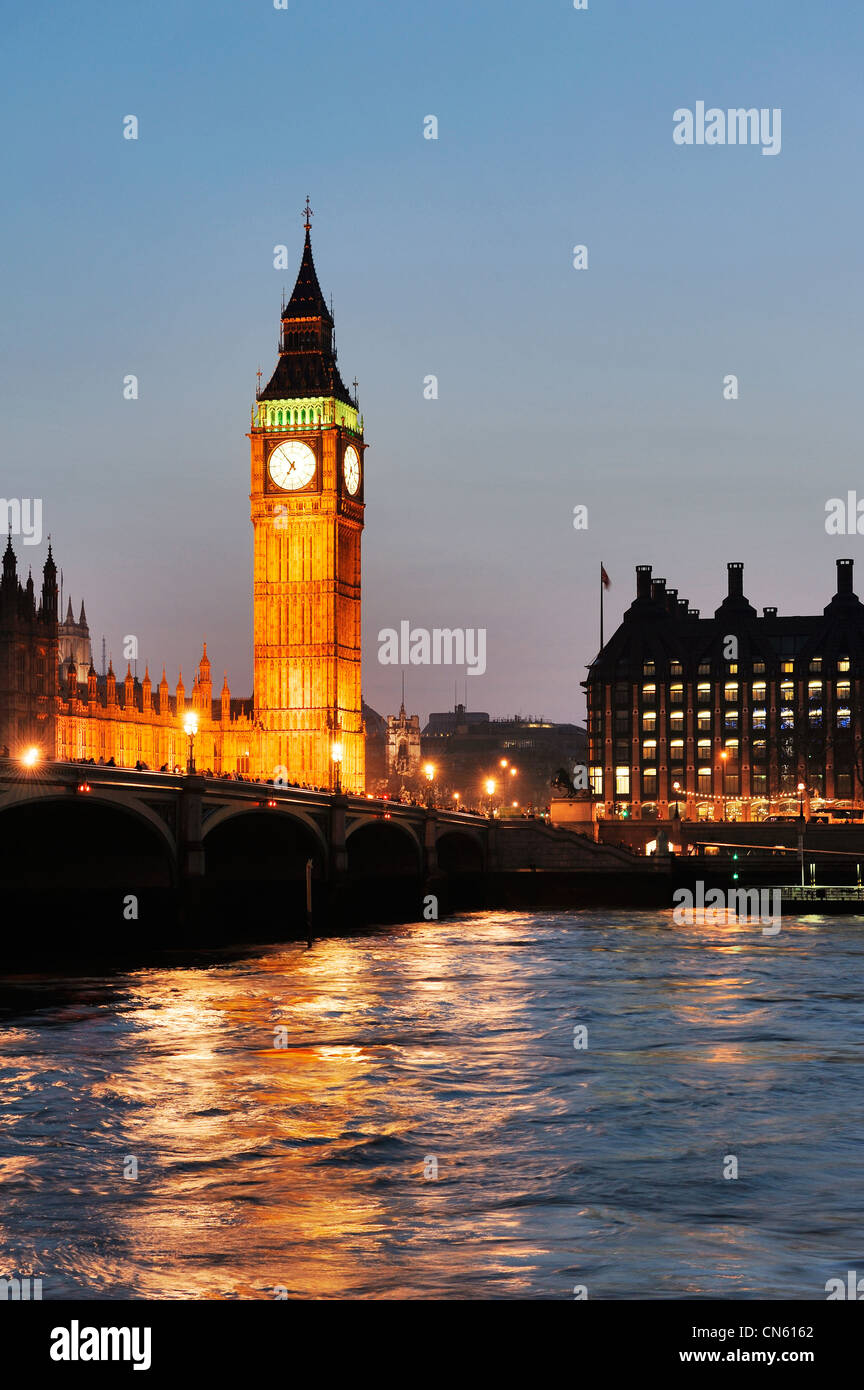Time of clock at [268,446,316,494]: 6:53
